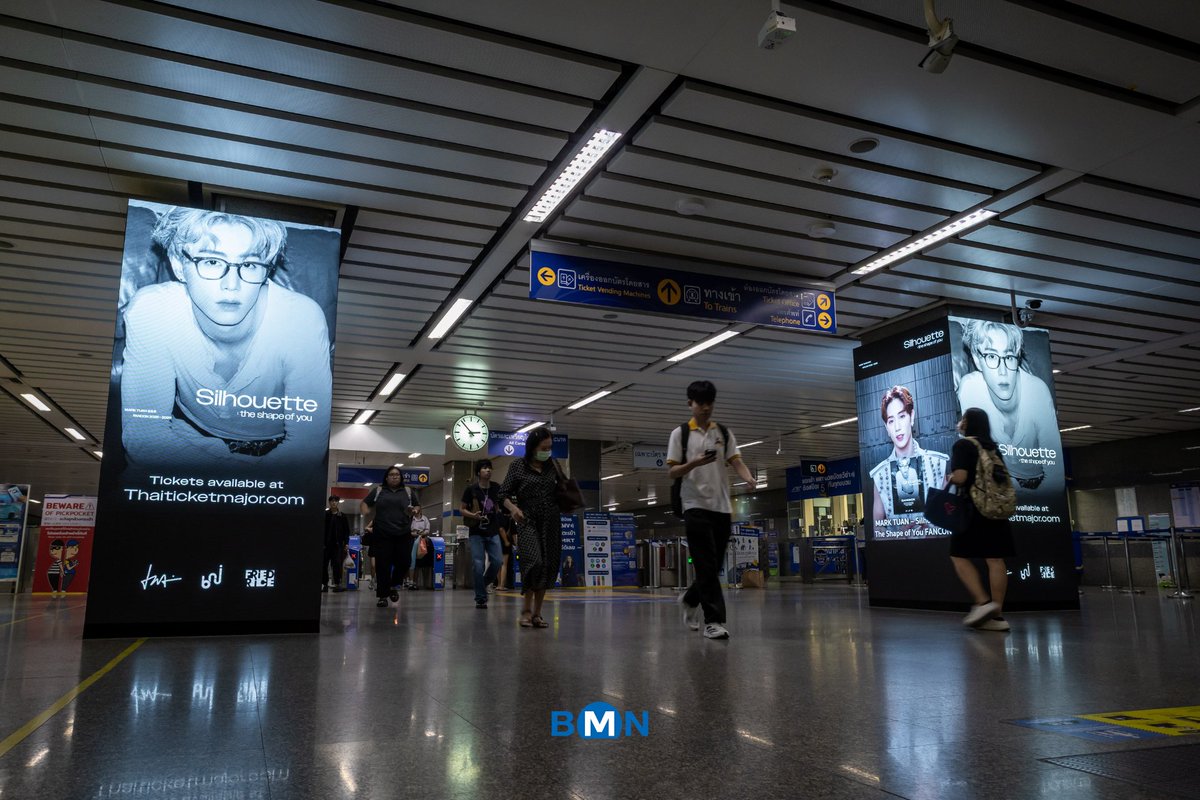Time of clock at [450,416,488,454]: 2:53
